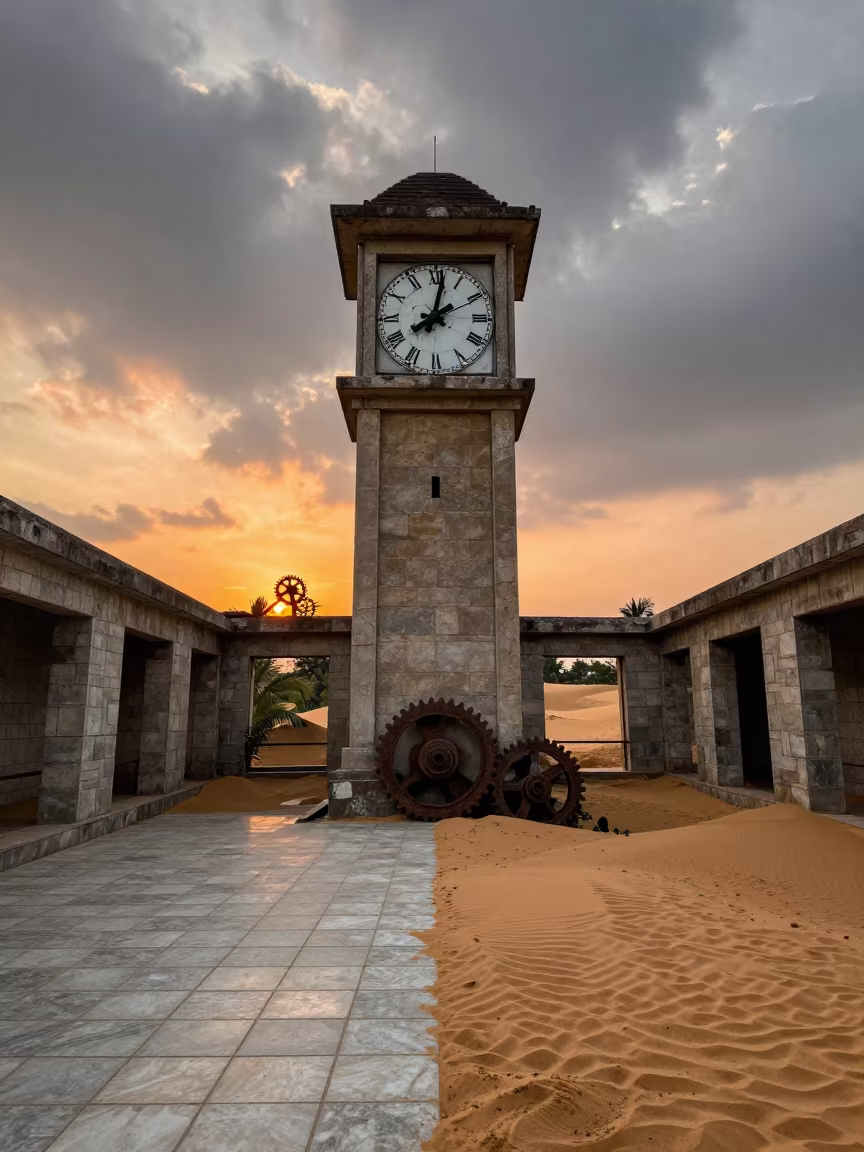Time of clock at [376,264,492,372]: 8:01
